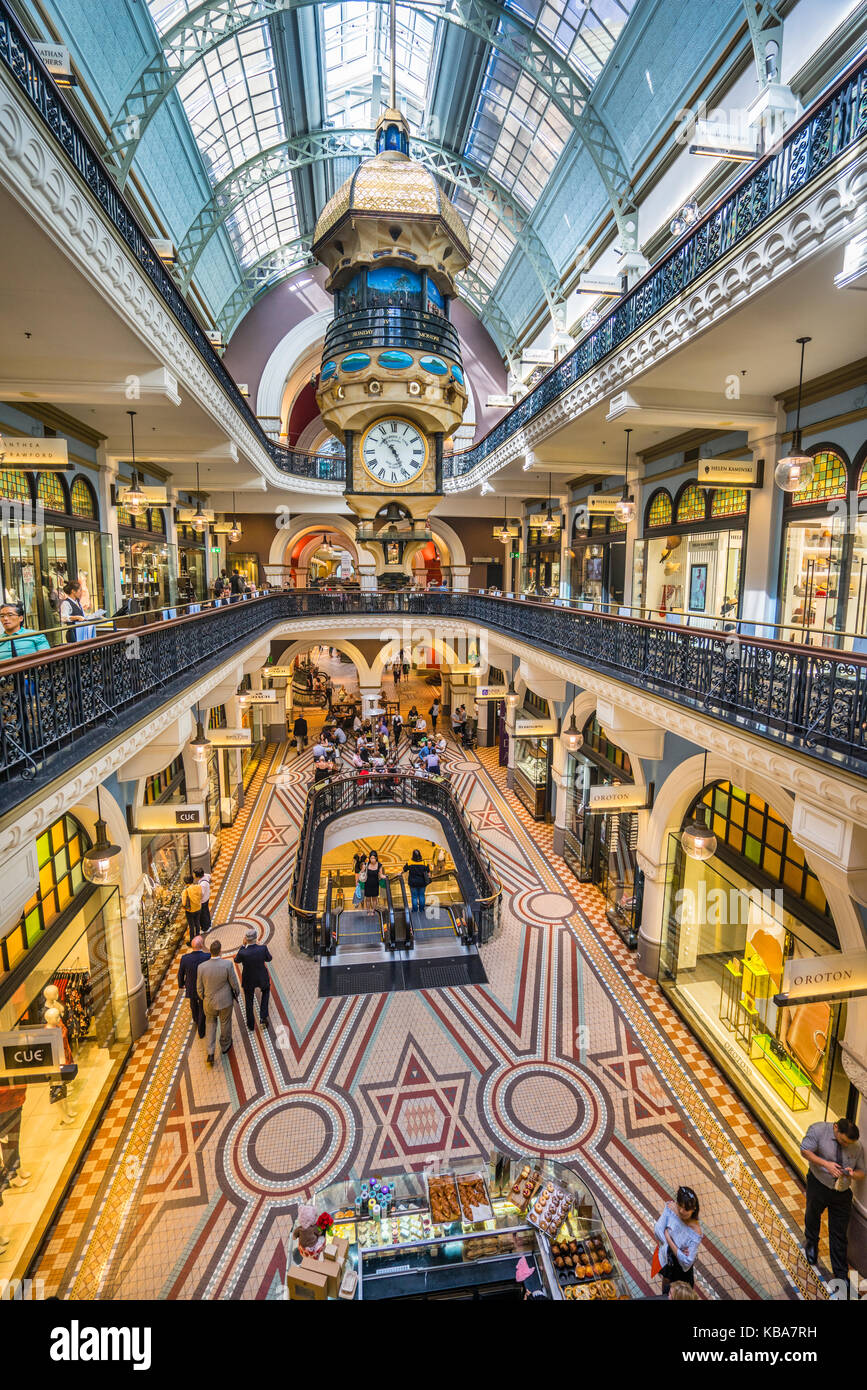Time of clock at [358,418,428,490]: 10:25
